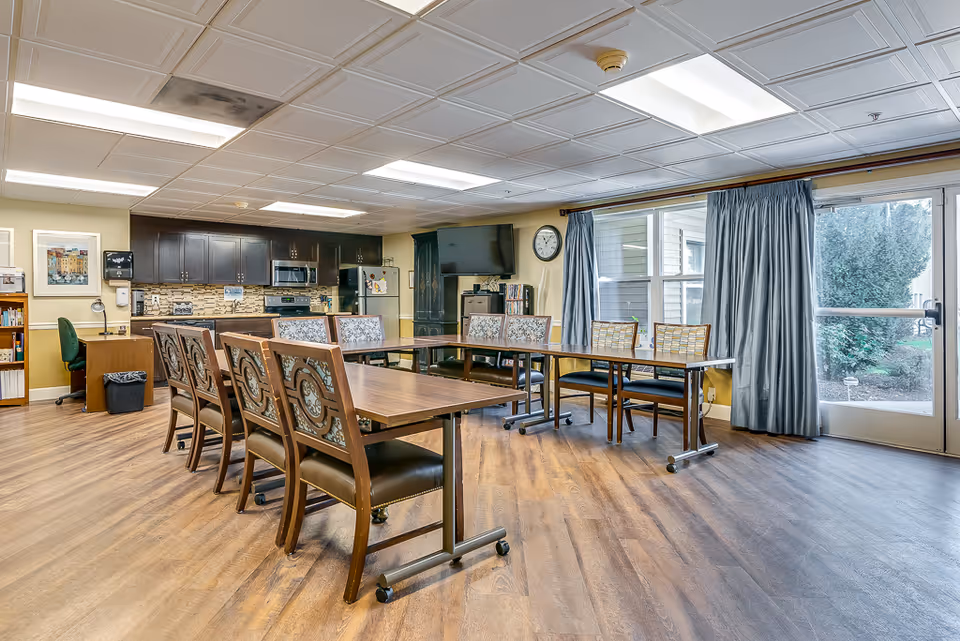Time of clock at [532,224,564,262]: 11:07
